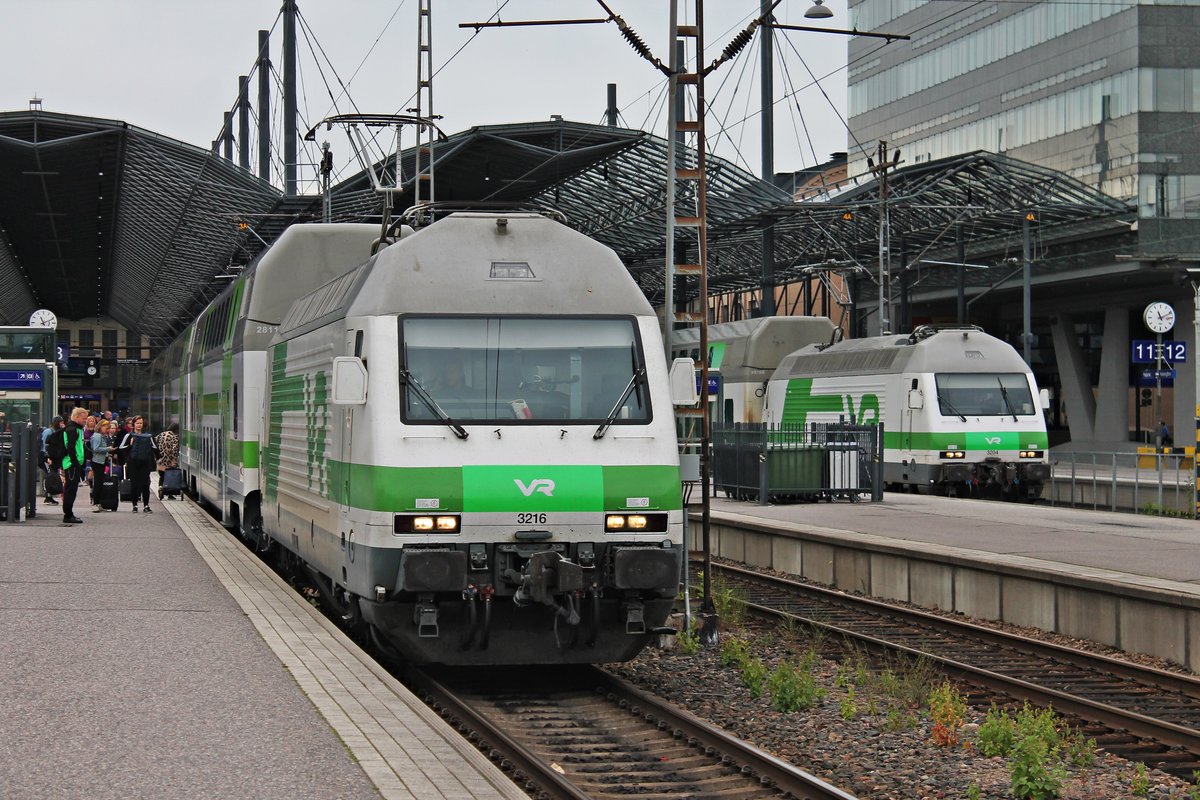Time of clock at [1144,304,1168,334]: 11:11
